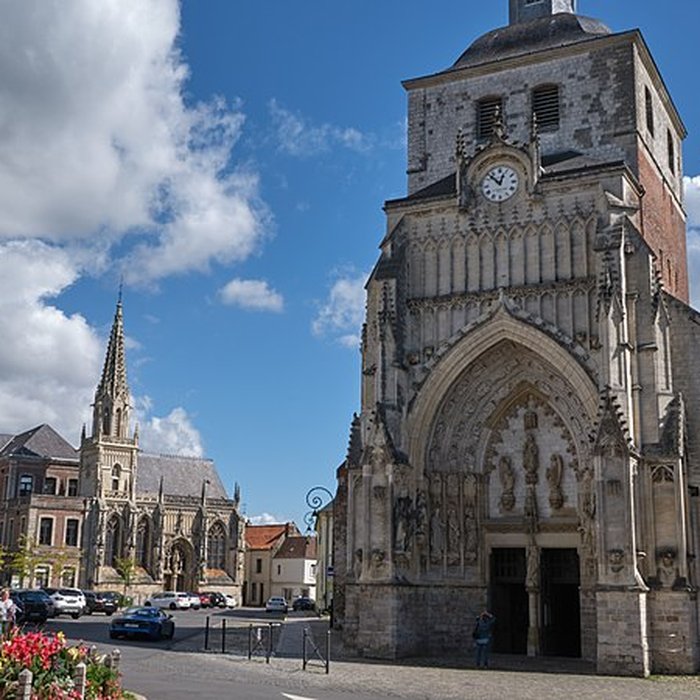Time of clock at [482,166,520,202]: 12:52
